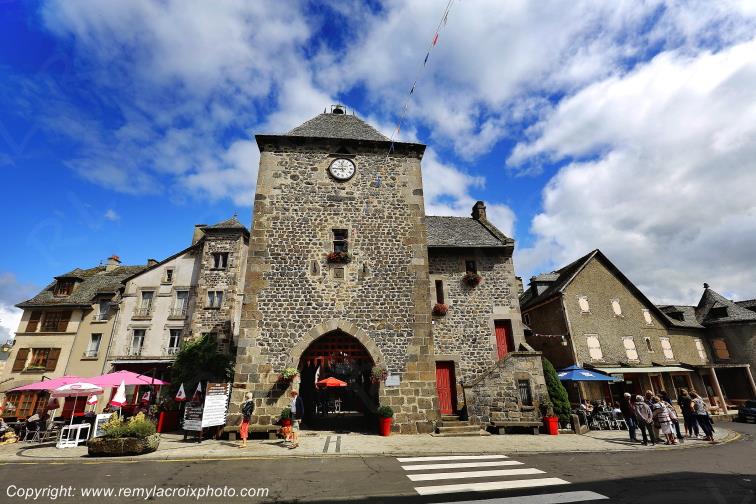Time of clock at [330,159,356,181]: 11:44
